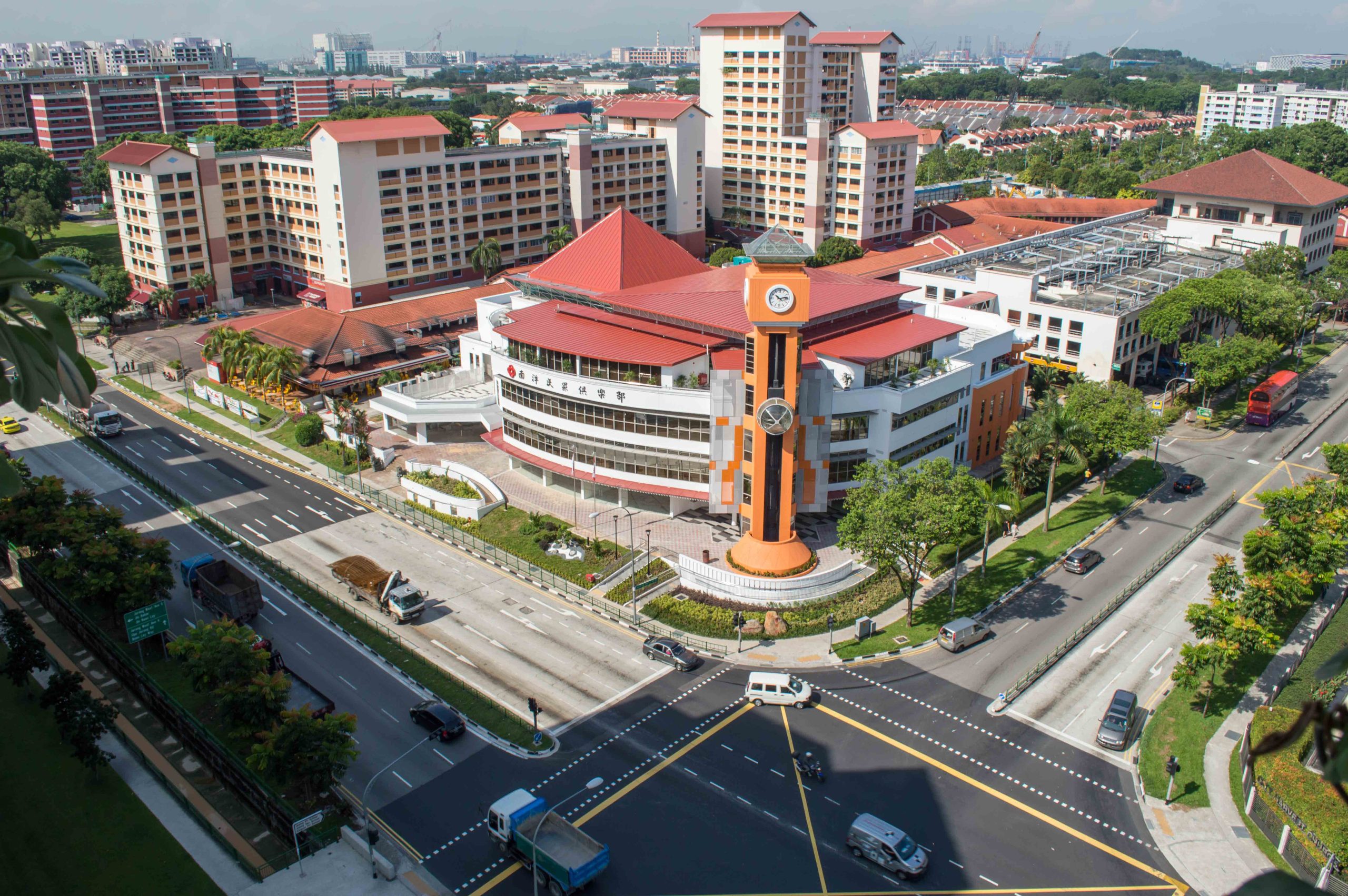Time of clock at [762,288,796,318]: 10:13
